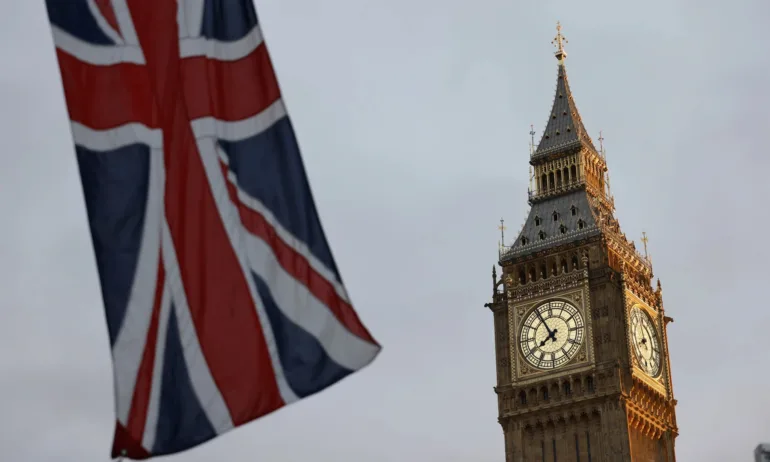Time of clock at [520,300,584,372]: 7:55
